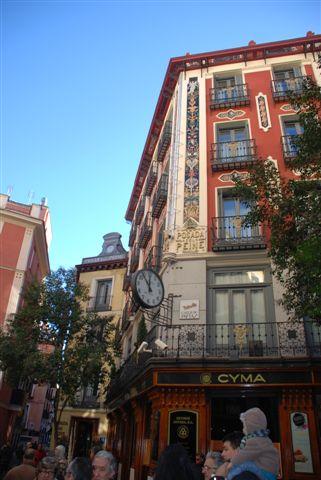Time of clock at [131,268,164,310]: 11:53
